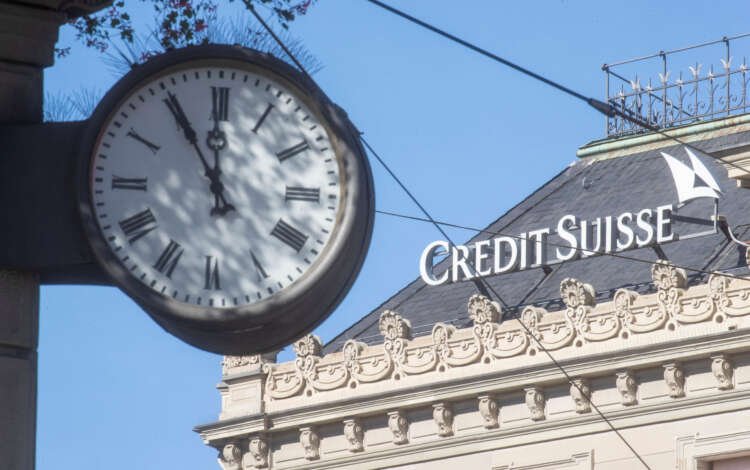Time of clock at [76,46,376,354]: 11:55
